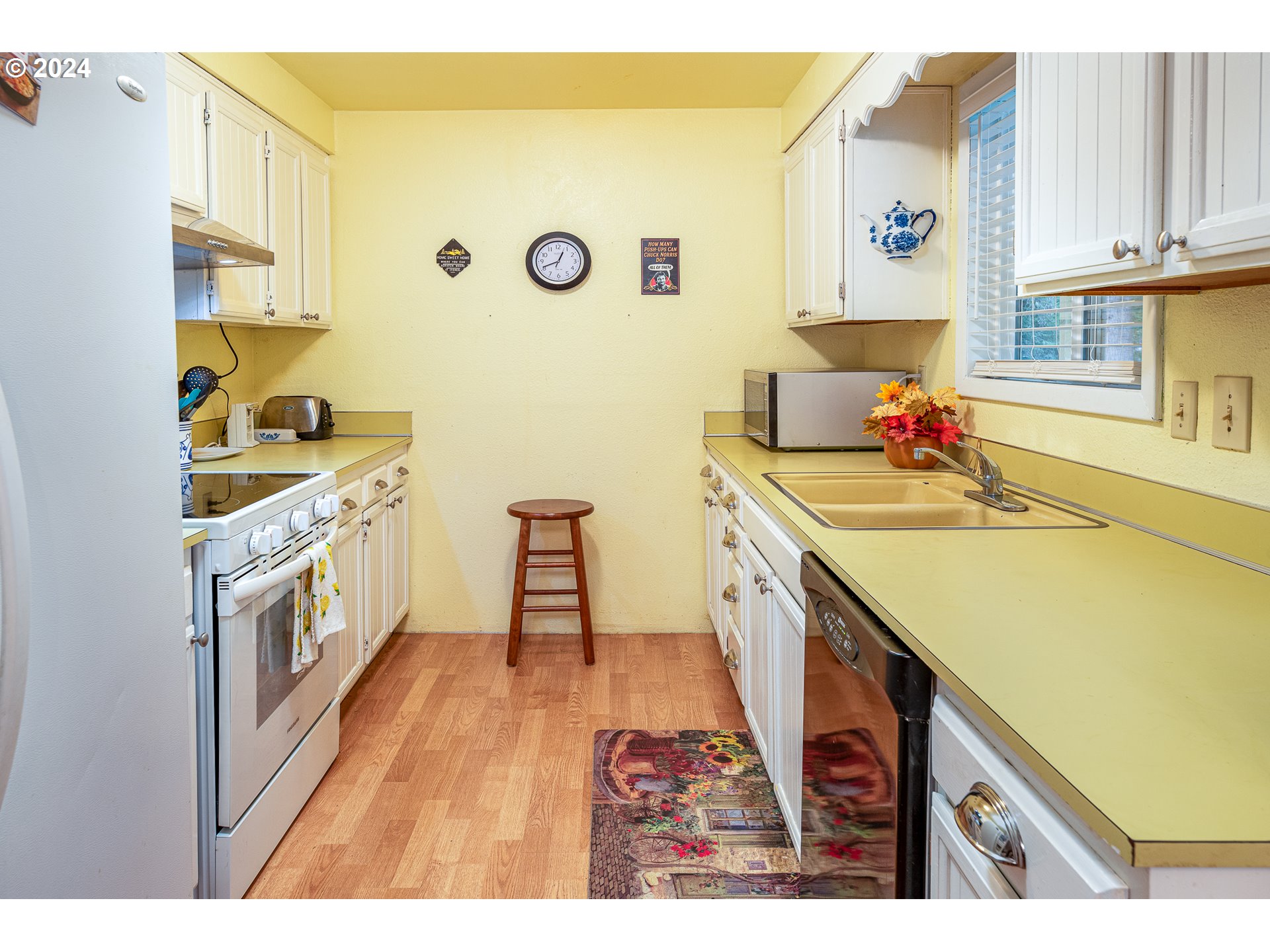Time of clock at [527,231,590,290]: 12:41
